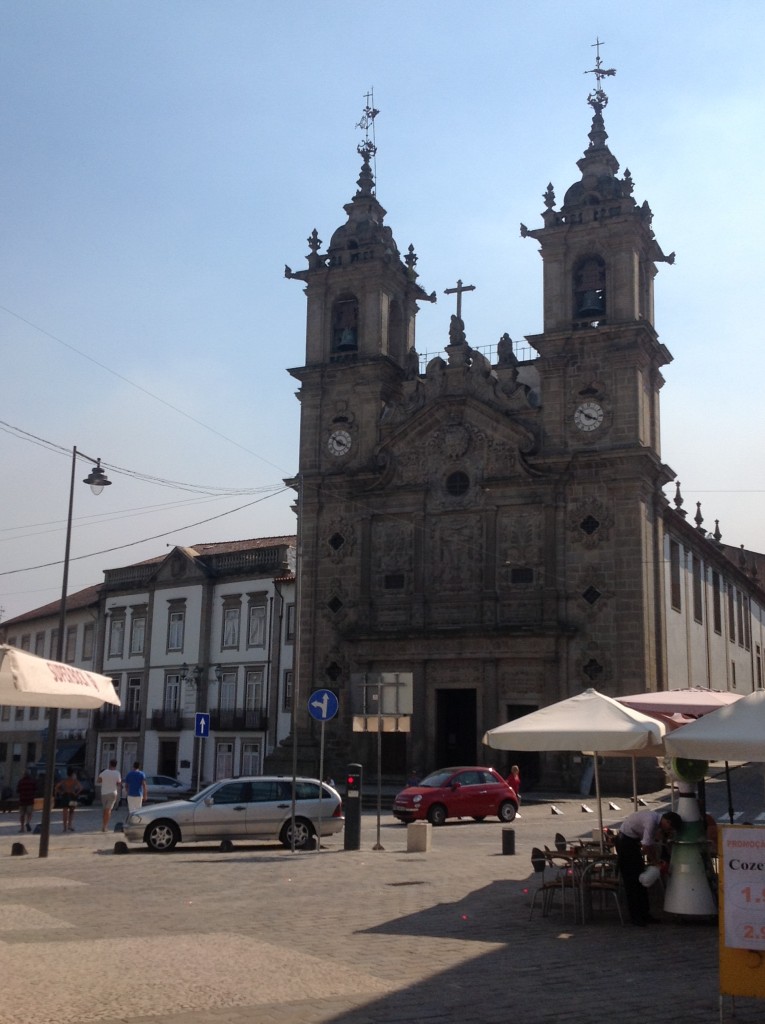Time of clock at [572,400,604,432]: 3:51
